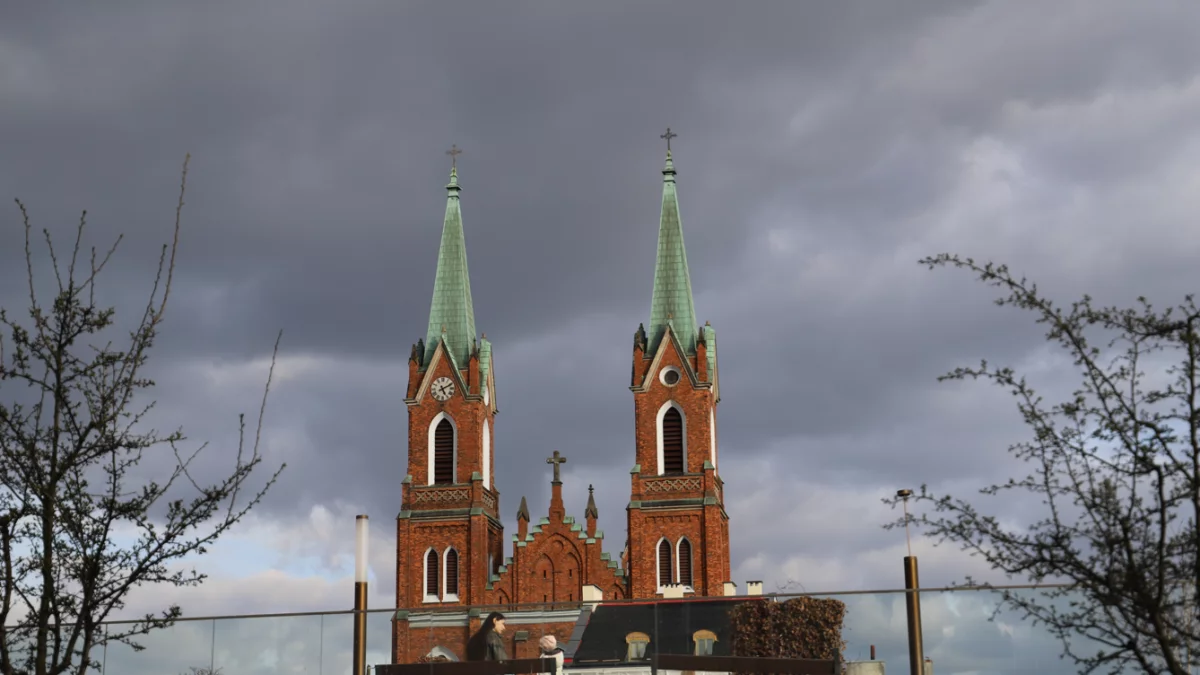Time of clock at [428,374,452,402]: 5:10
